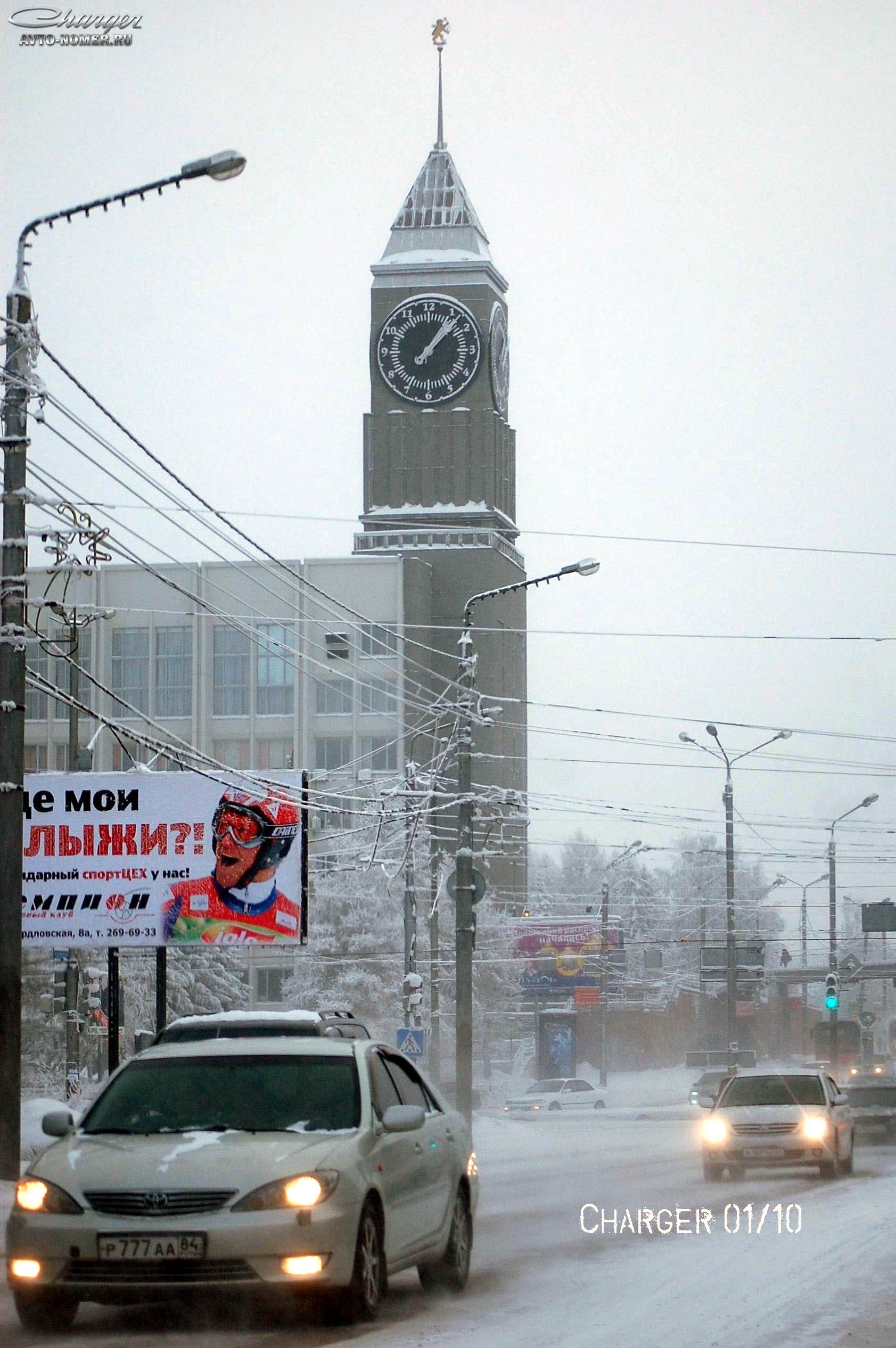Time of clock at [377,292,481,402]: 1:07
